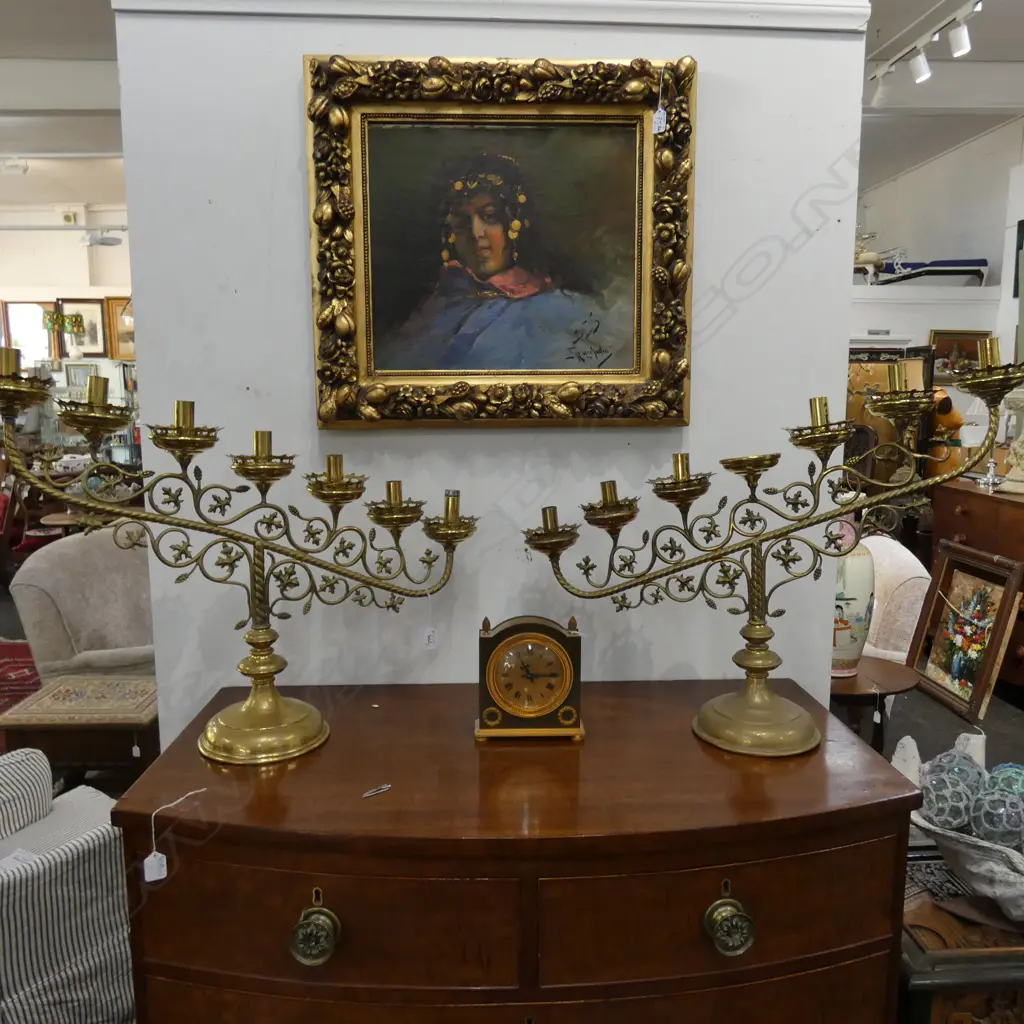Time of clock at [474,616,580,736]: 11:14
